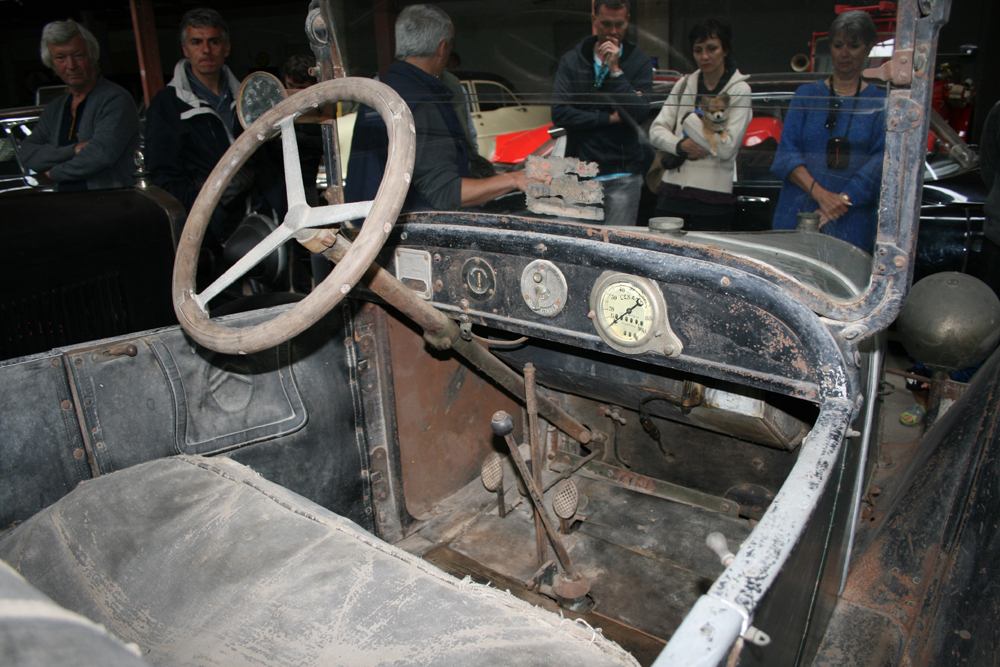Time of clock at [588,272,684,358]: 1:38
